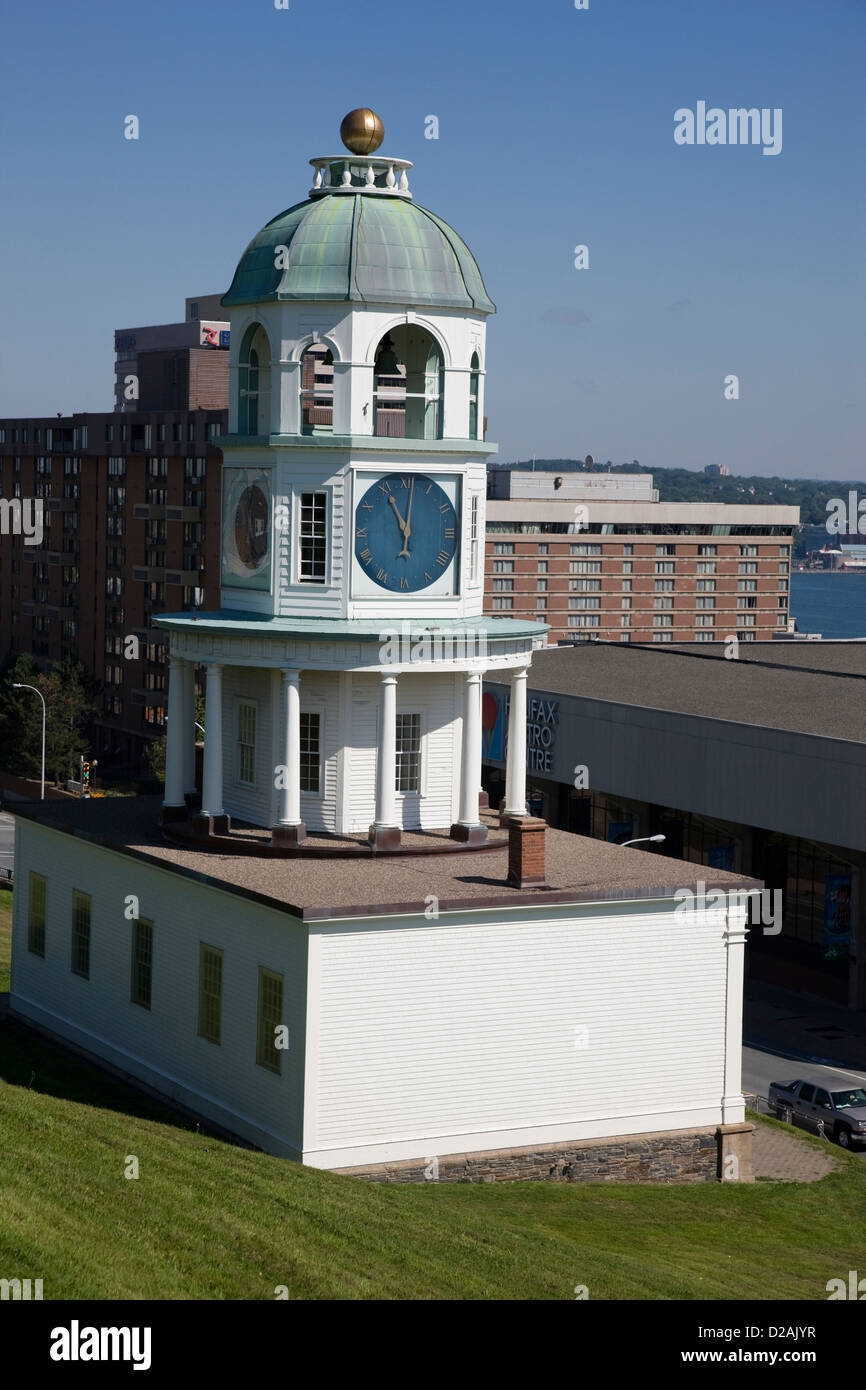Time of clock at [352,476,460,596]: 5:55
